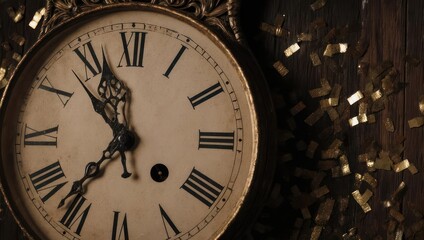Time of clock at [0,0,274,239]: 10:36
